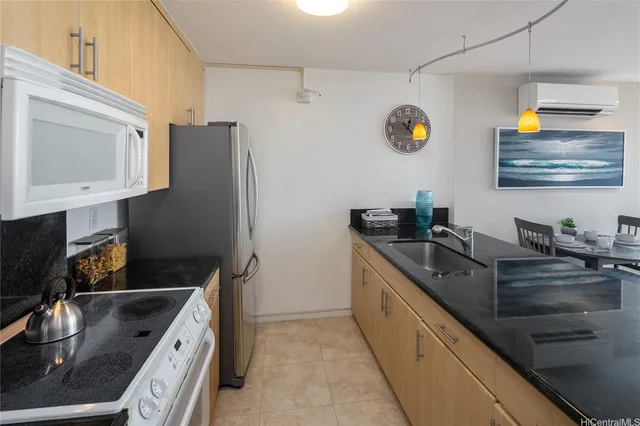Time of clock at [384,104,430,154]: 12:23
